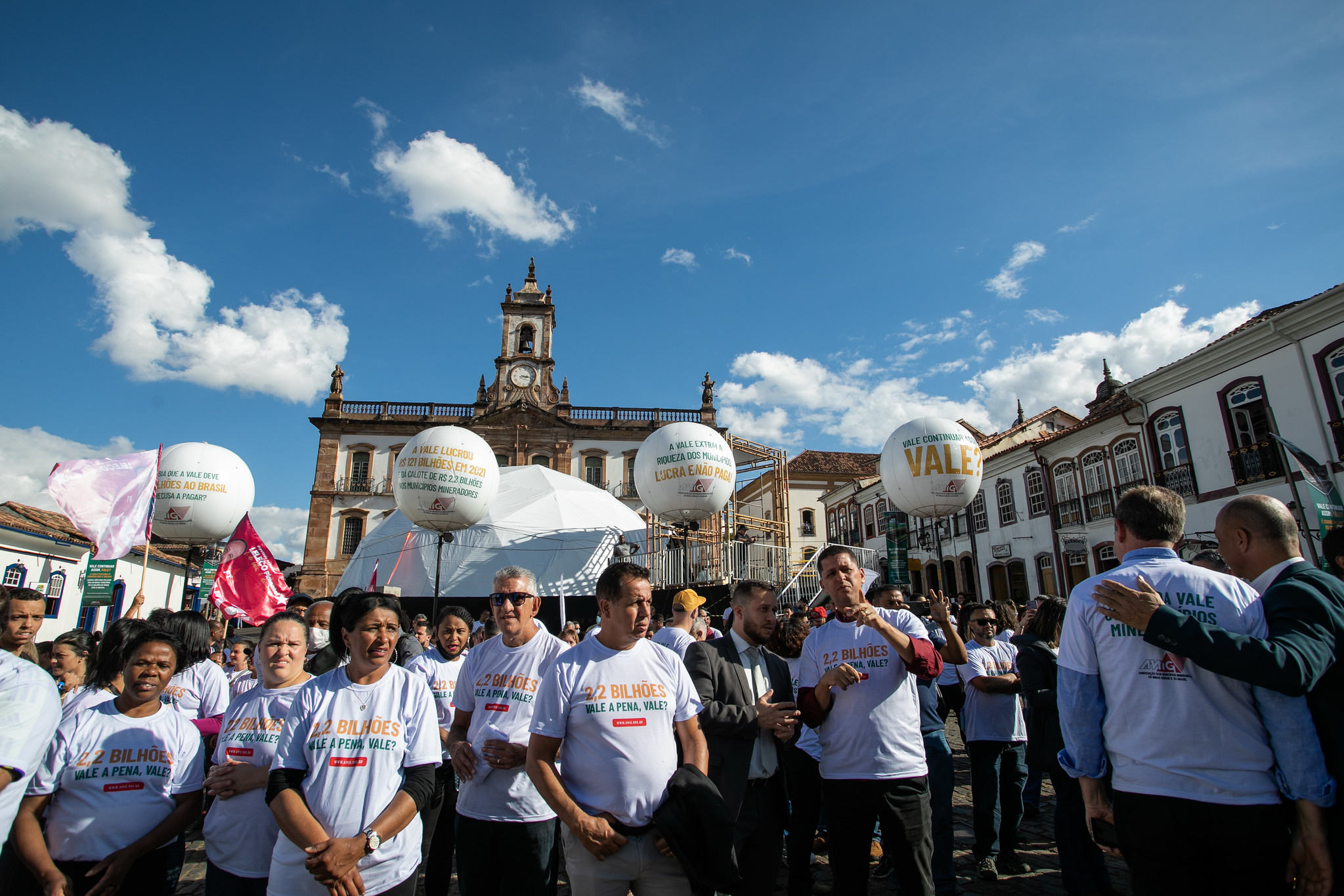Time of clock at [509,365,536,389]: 3:17
